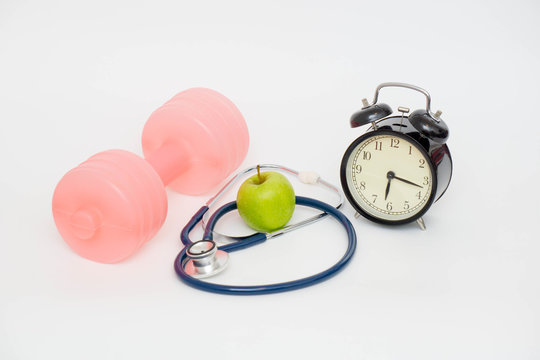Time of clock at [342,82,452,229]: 6:17
